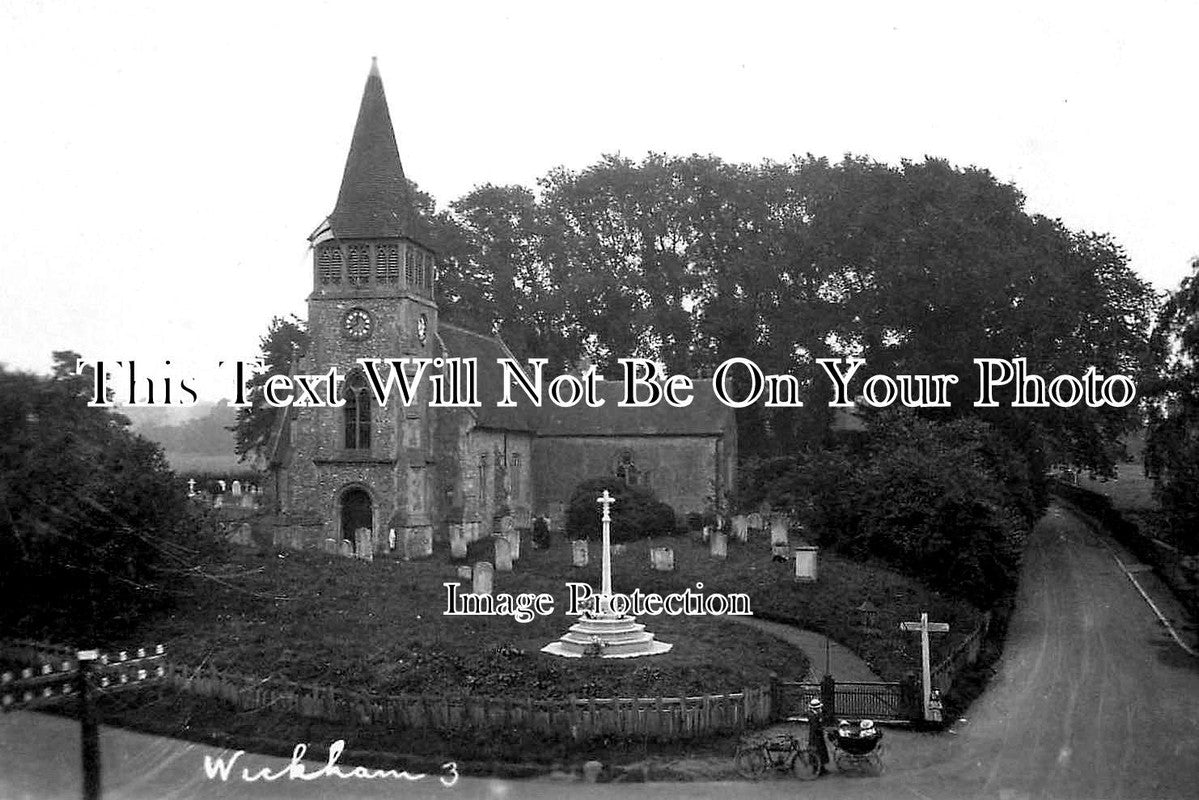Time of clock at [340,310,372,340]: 11:40
